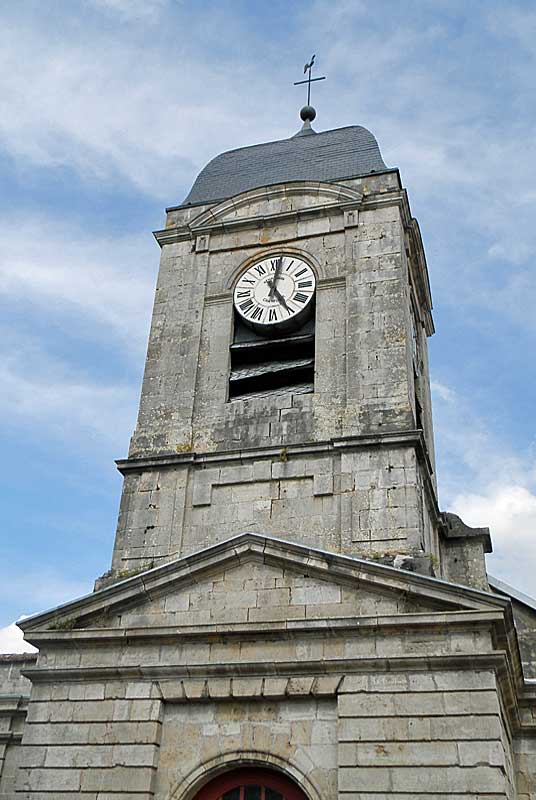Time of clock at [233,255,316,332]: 5:01
